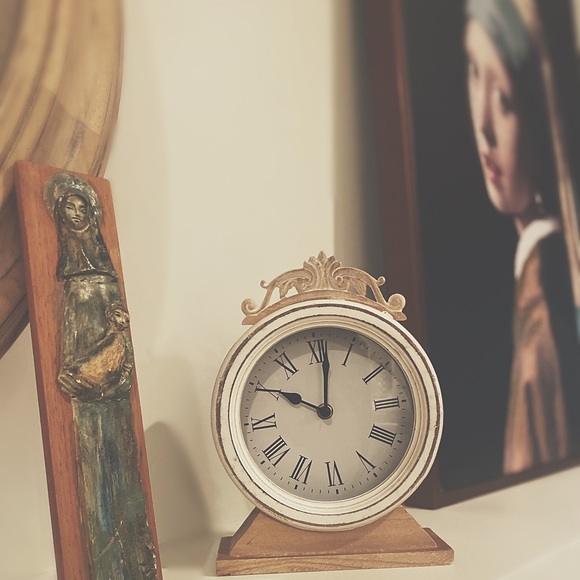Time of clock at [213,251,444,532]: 10:01
